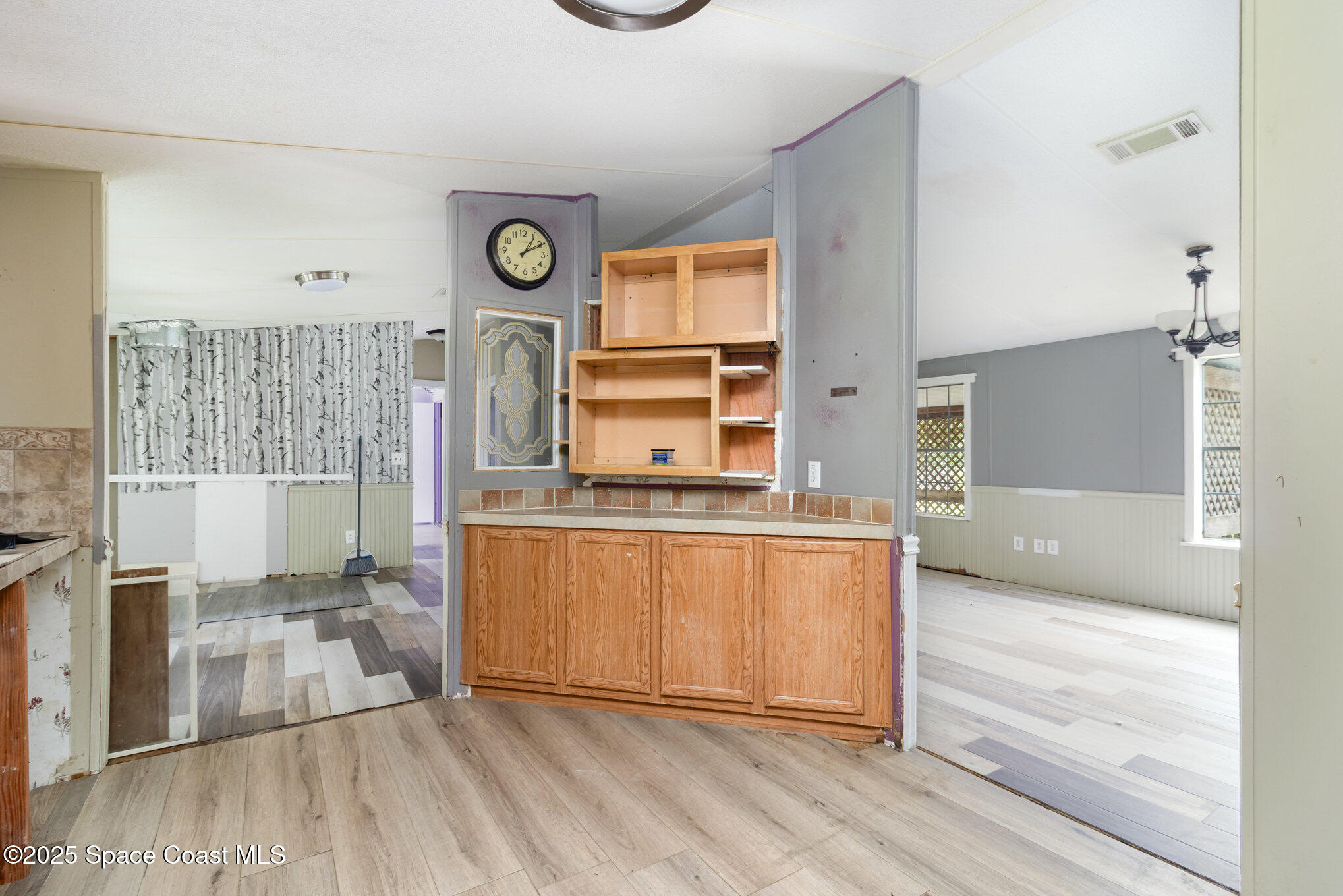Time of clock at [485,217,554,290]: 1:10
